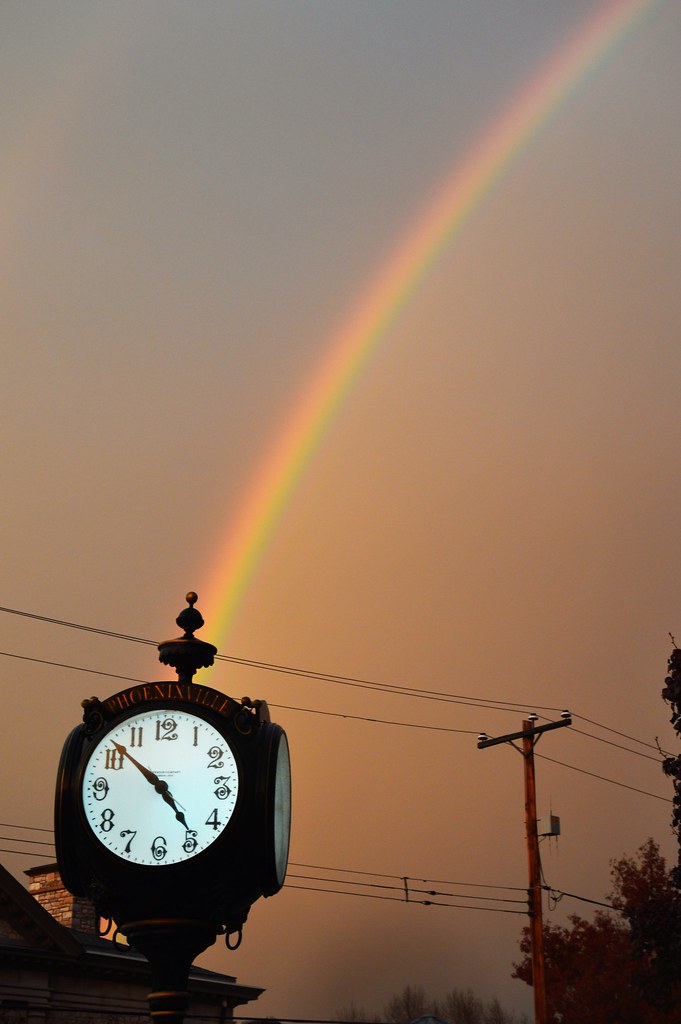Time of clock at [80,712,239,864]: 4:51
